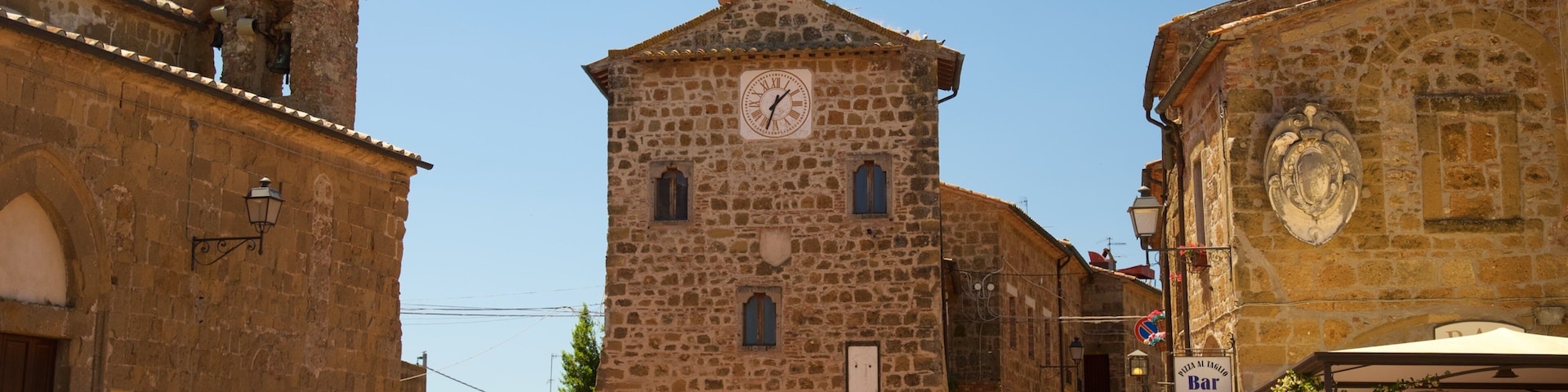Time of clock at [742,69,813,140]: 1:33
